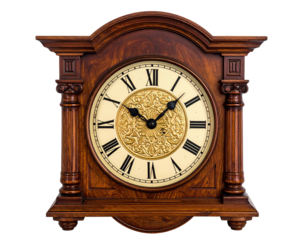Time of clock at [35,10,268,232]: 10:07
